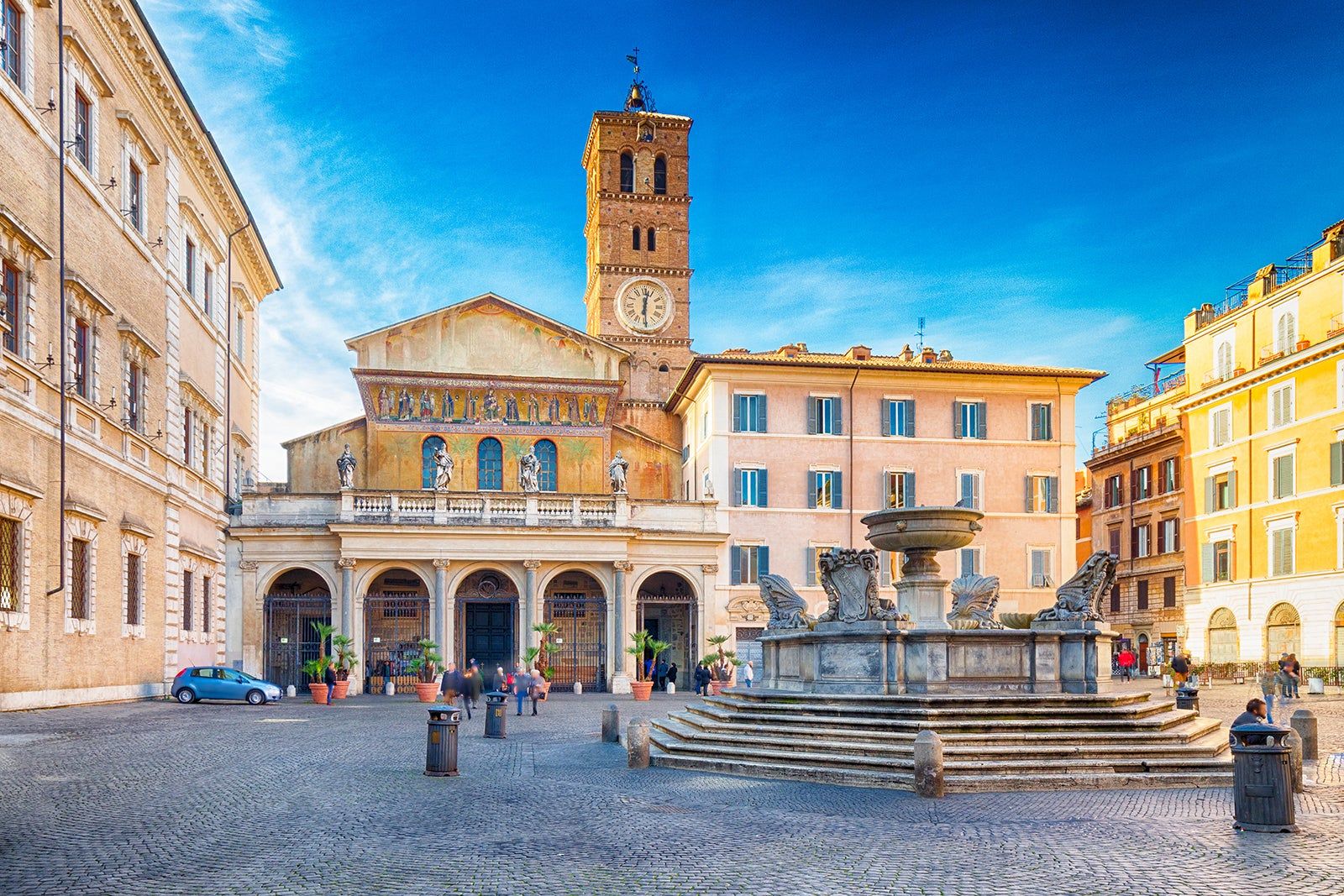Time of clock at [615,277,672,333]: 12:29
